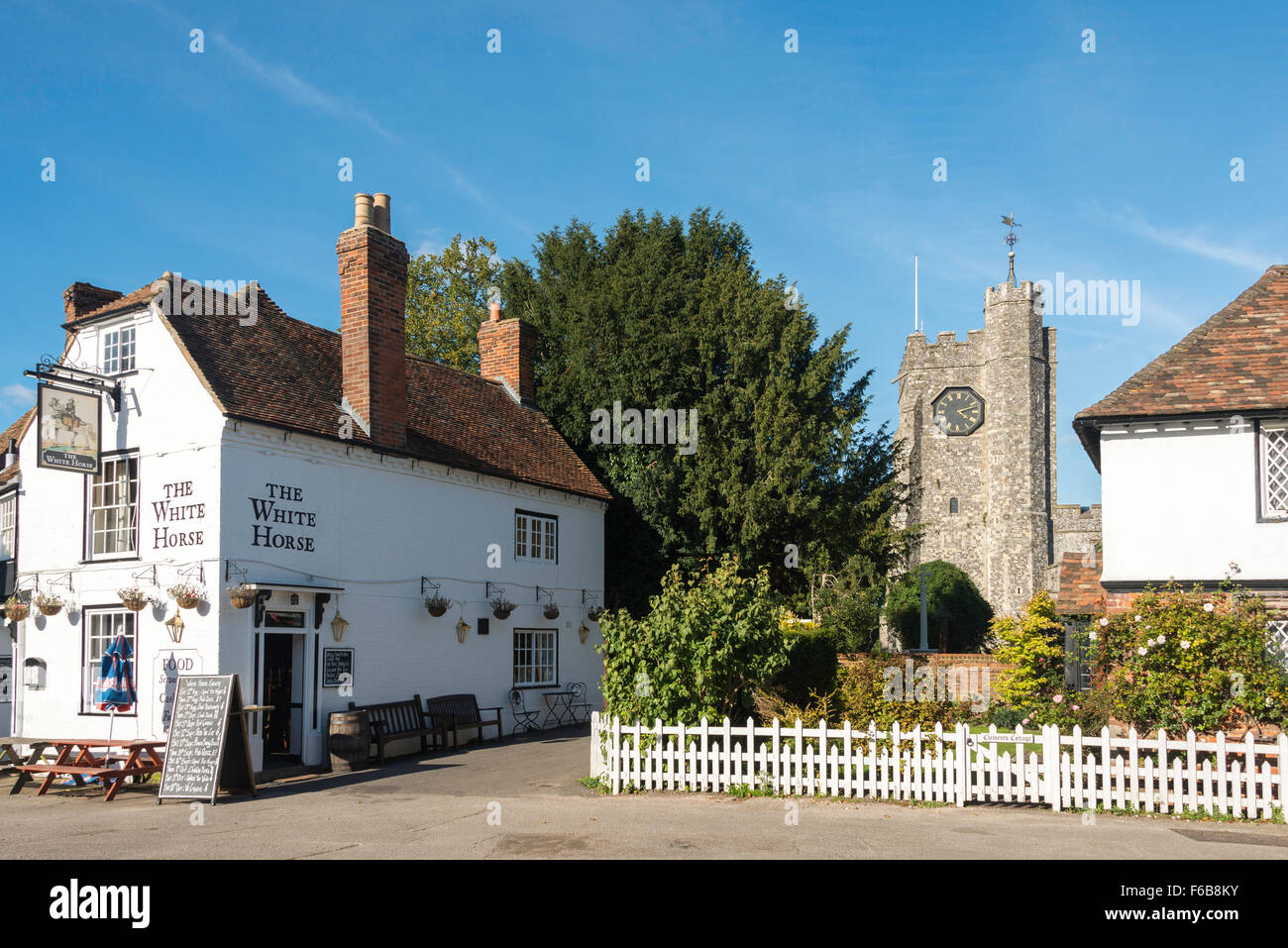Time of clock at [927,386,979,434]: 4:12
